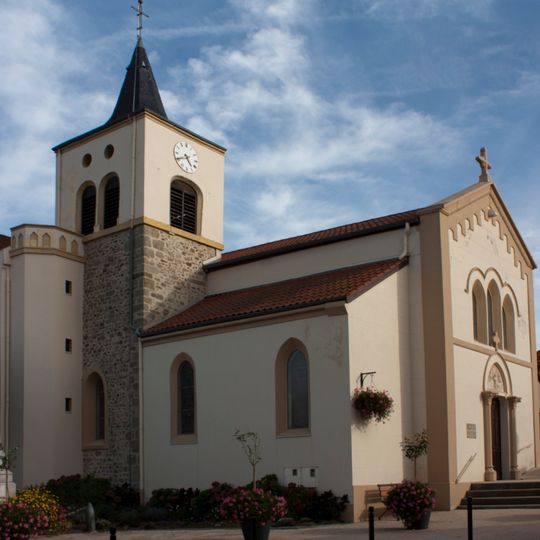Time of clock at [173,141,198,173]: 4:40
